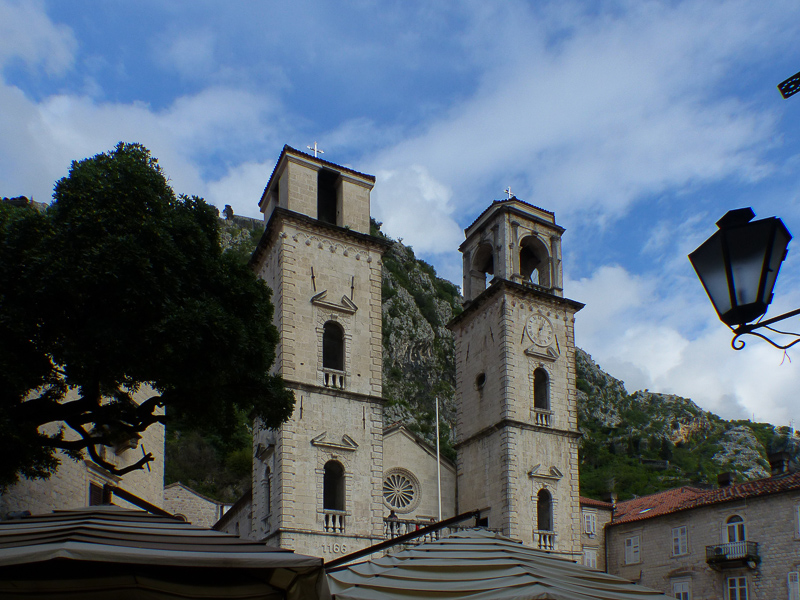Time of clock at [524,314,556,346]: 1:02
